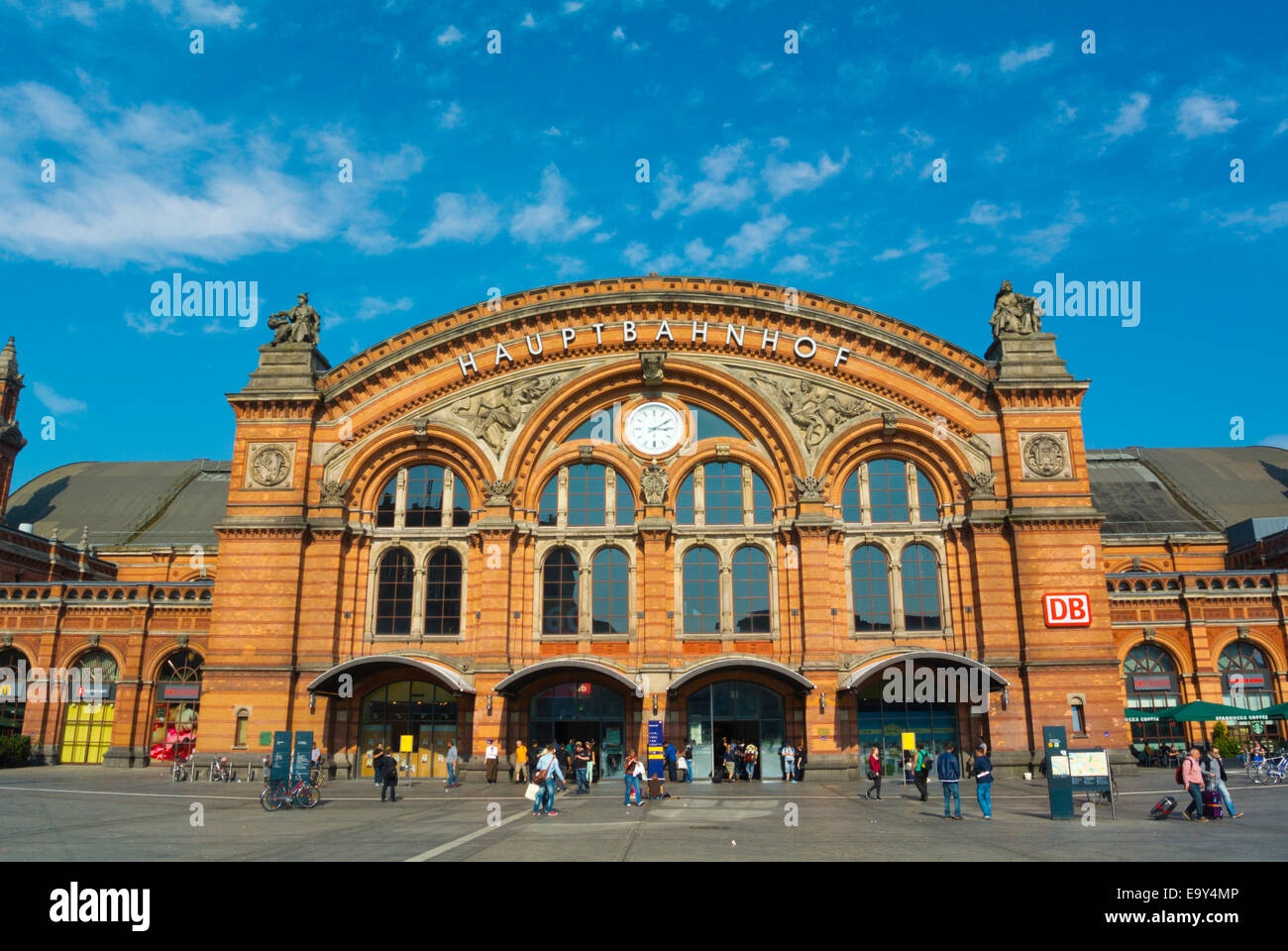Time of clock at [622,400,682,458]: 3:09
